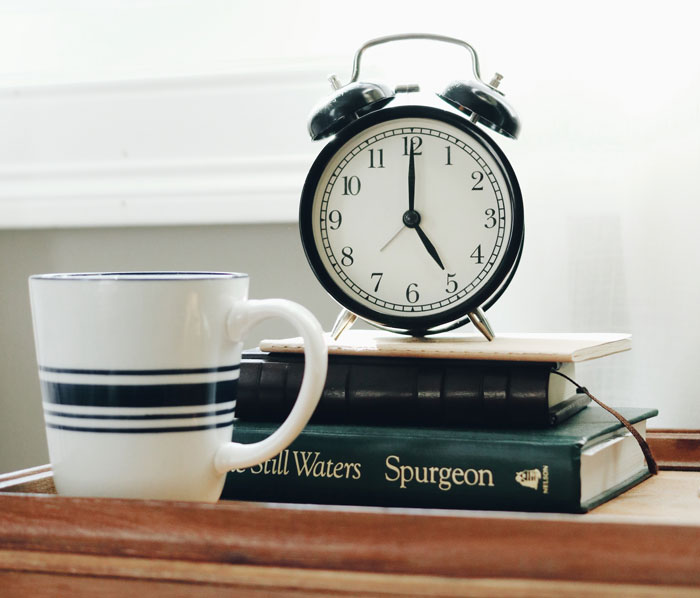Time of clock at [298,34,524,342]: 5:00
